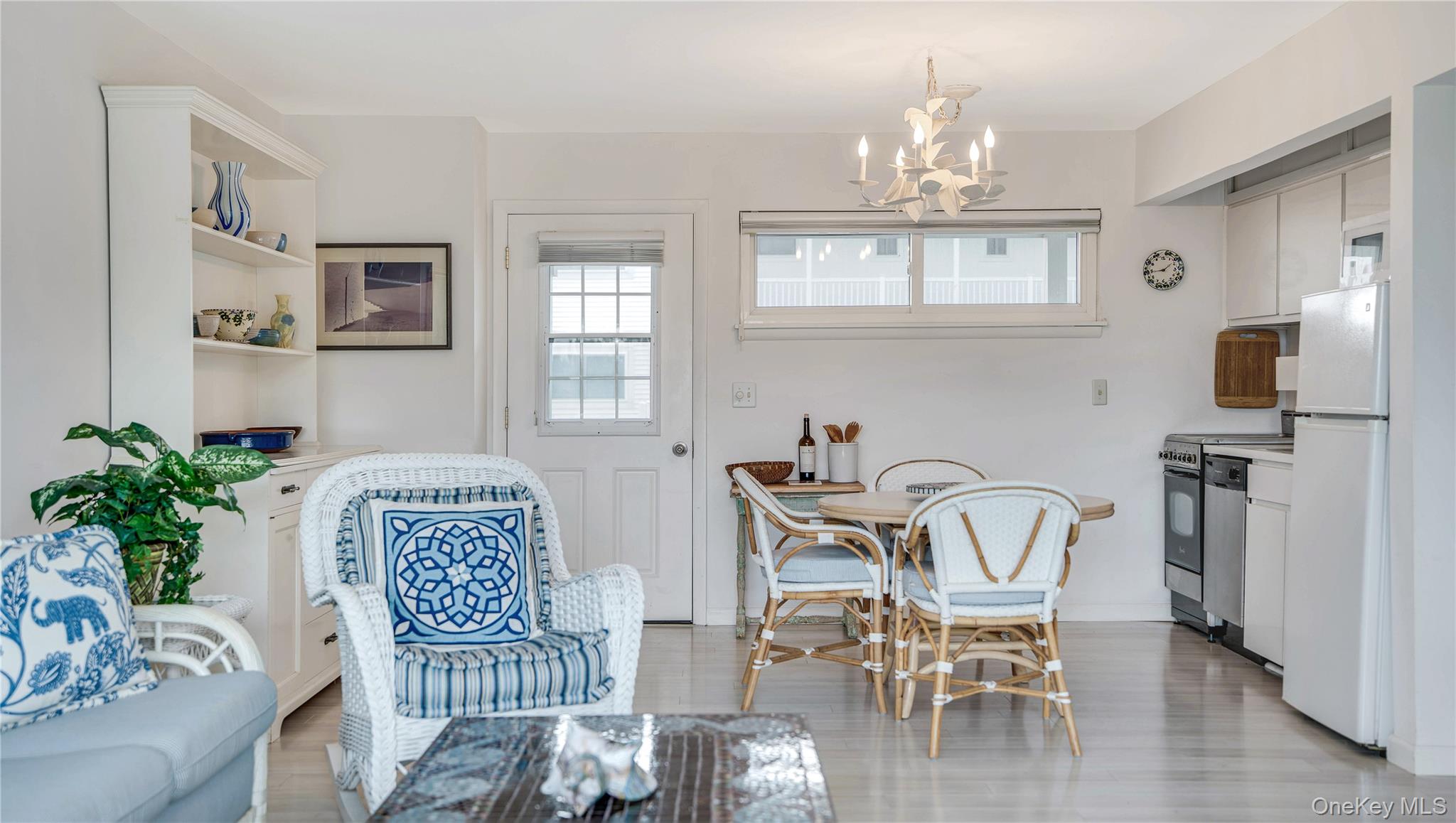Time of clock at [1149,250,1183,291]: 1:44
